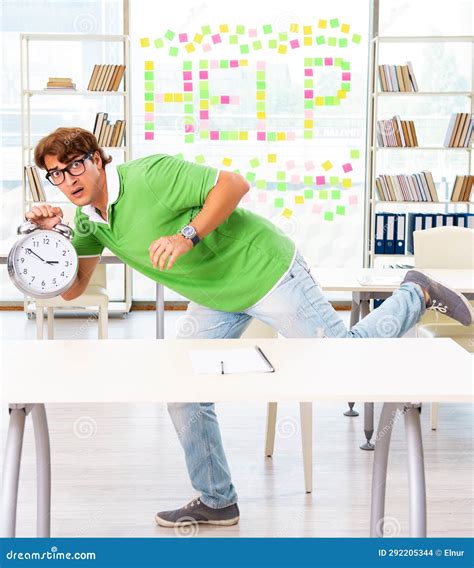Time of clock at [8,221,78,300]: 2:50
